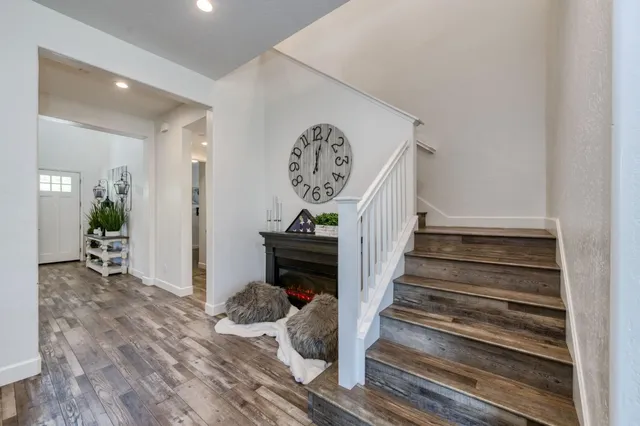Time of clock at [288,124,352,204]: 12:03
